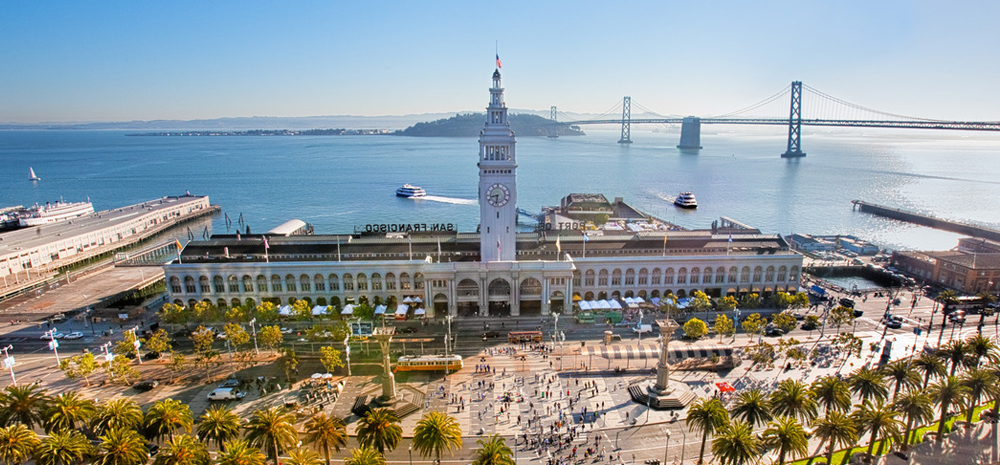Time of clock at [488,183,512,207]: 8:32
